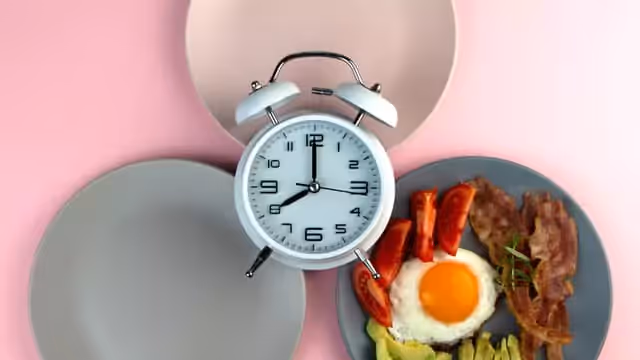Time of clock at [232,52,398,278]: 8:00
